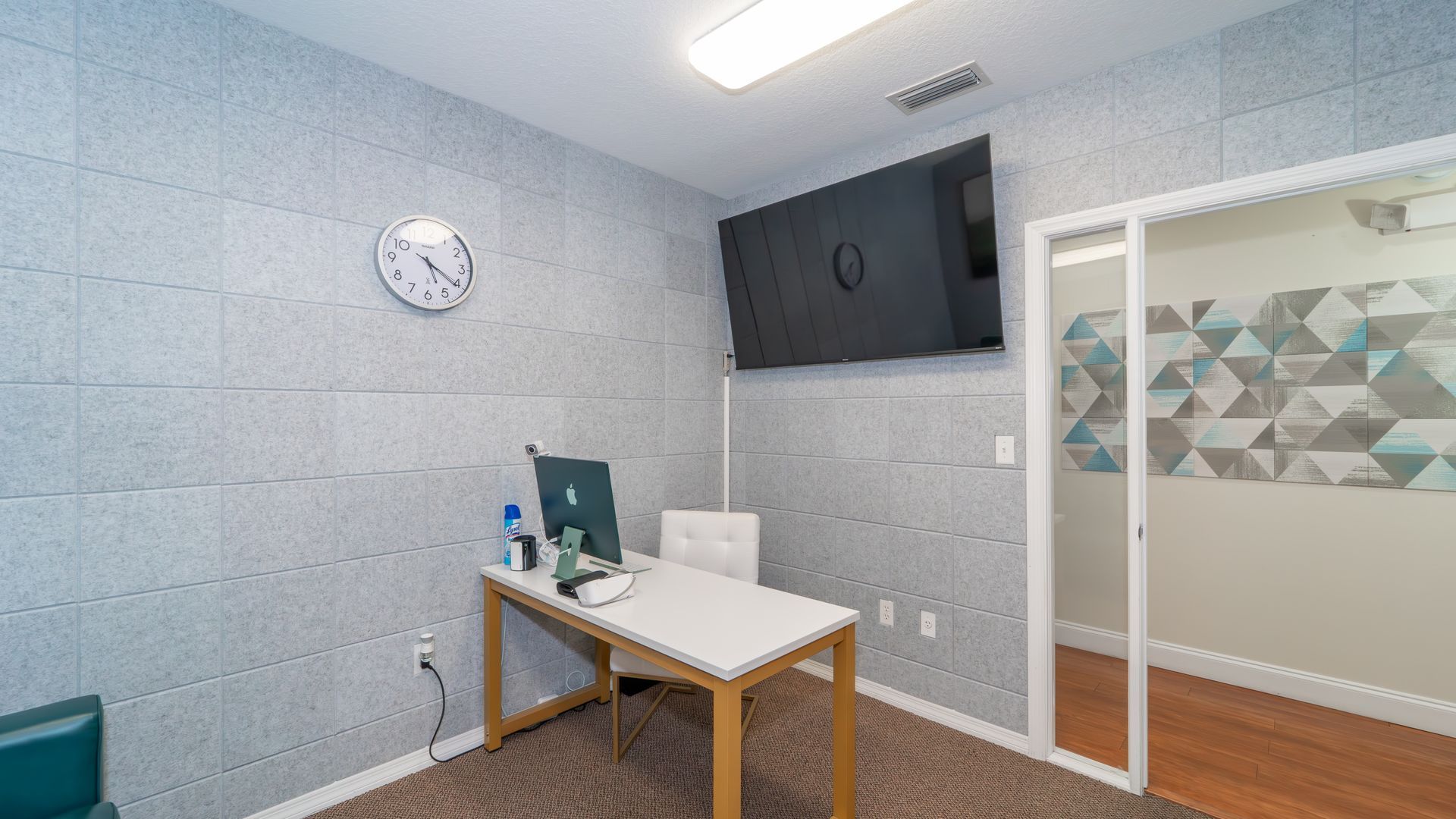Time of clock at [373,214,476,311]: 5:20
